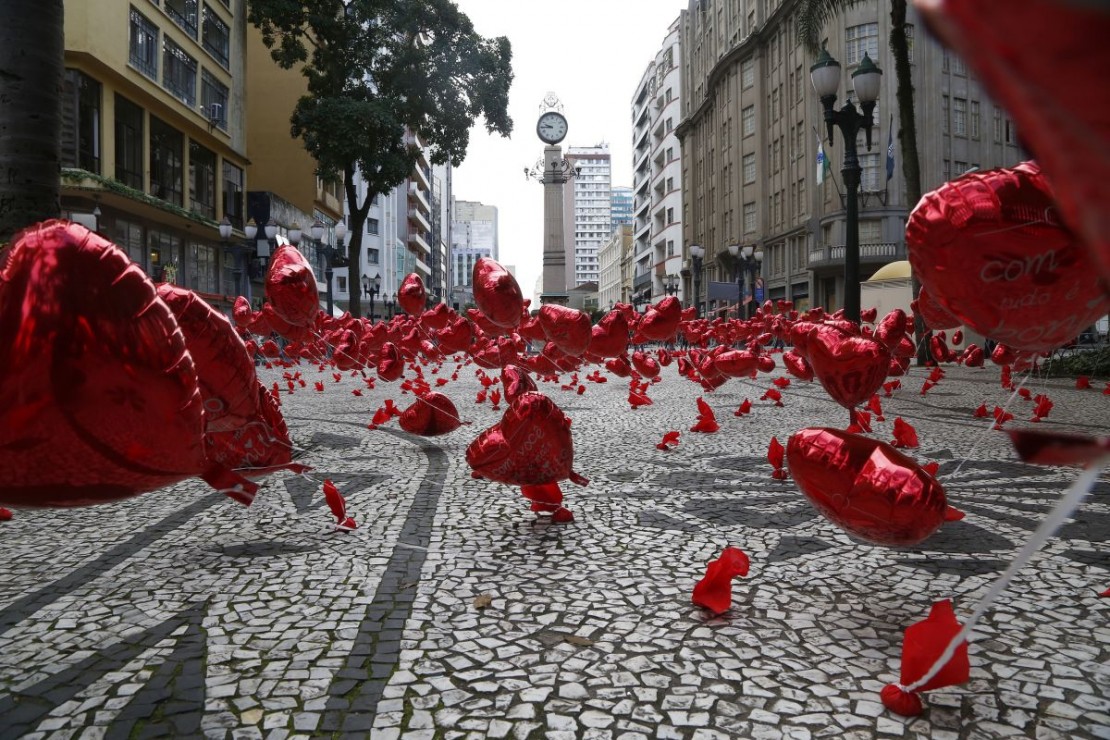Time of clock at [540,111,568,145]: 9:44
